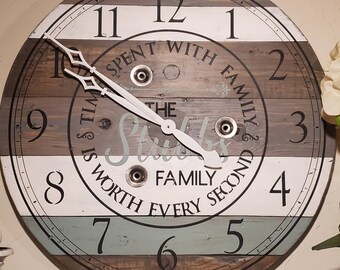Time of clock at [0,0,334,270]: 9:50
